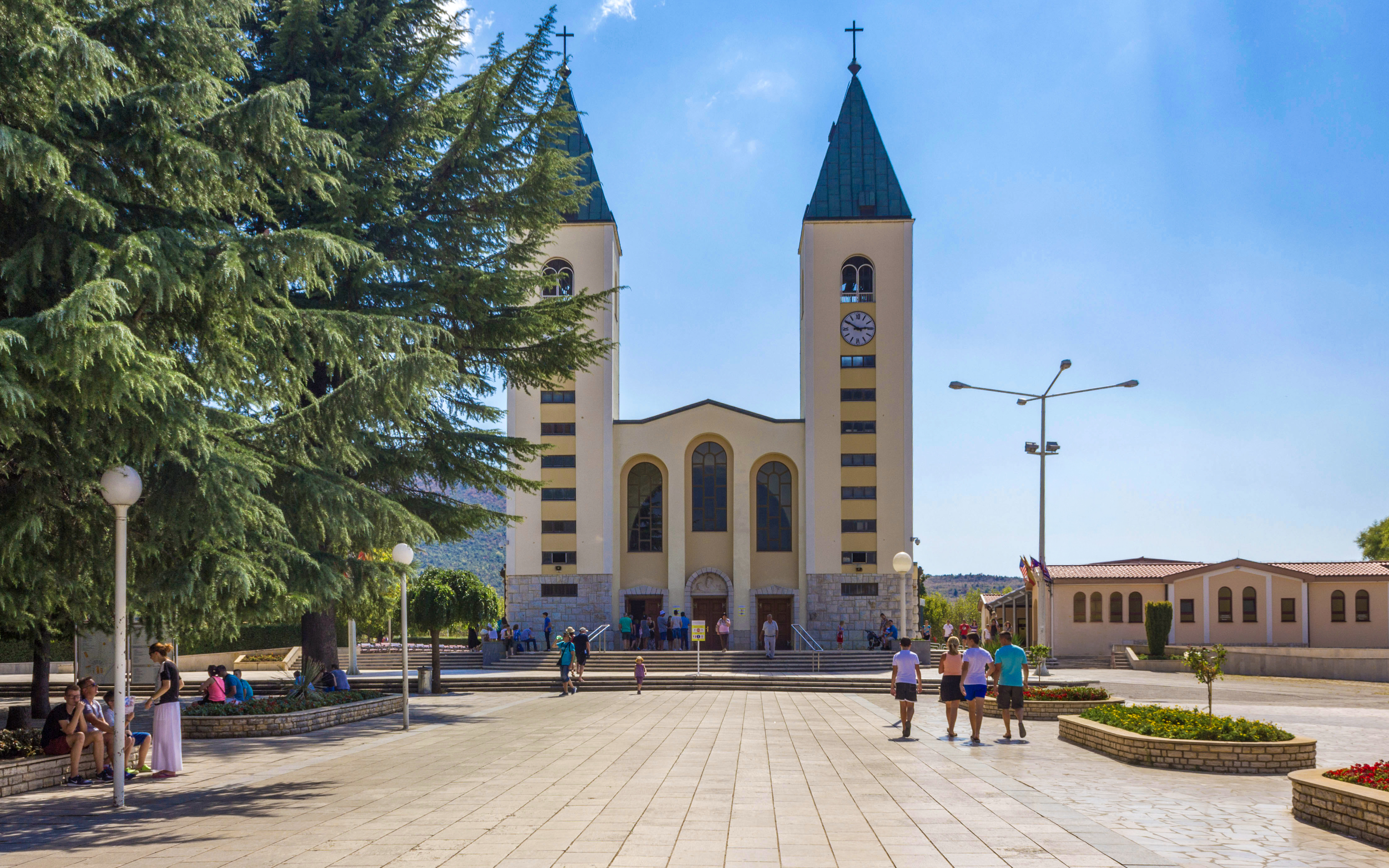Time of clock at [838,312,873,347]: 2:50
